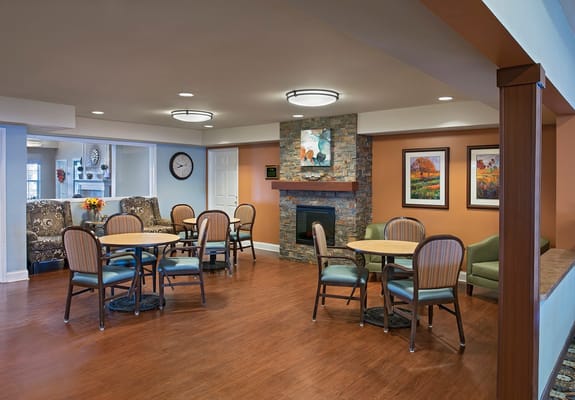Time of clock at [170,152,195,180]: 8:12
